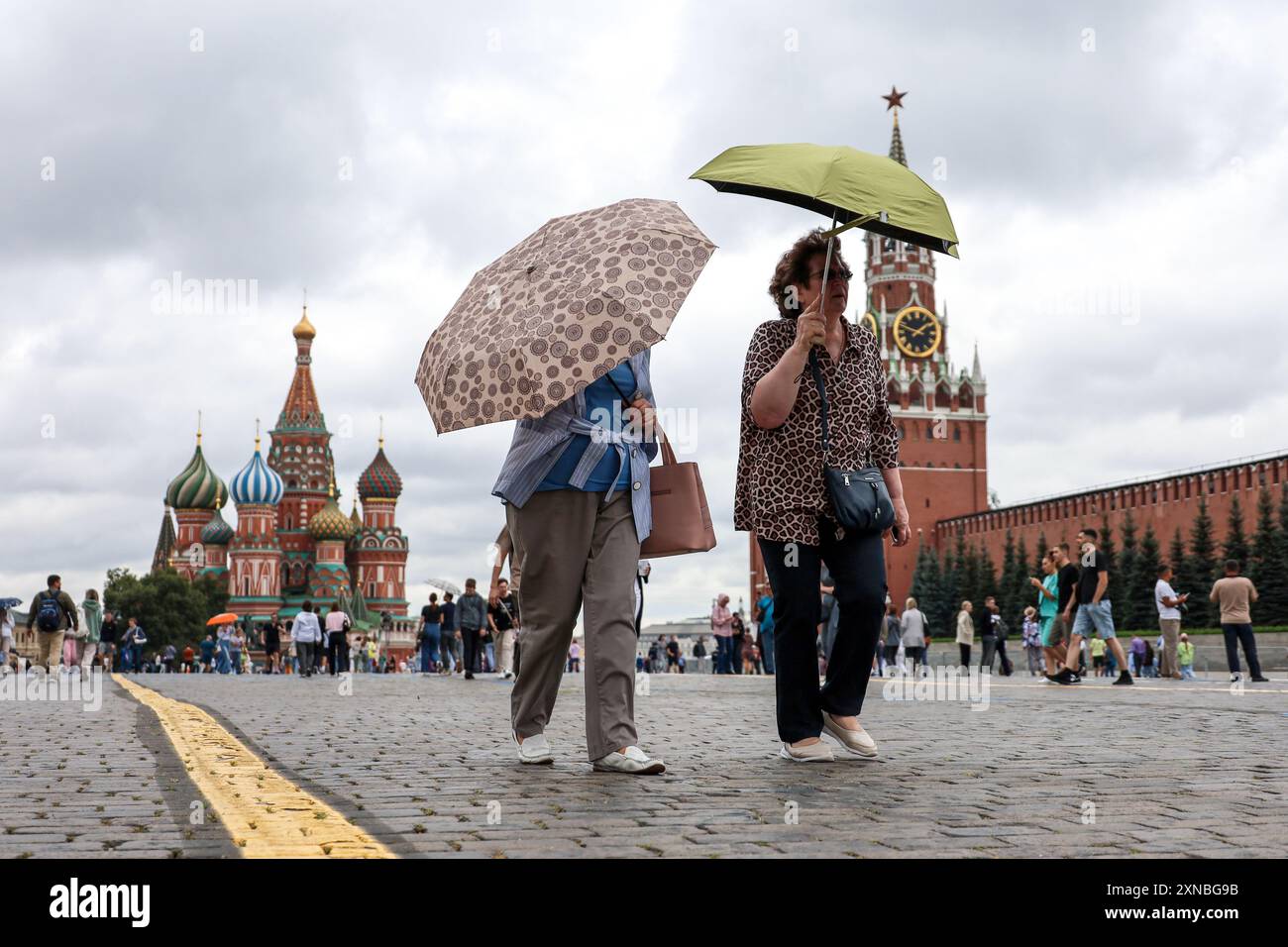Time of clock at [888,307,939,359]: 1:47
